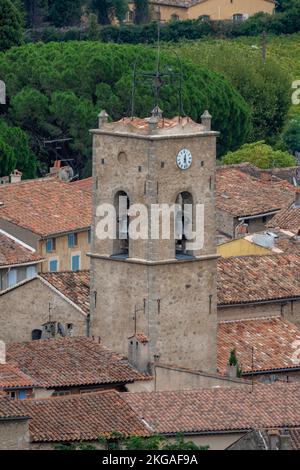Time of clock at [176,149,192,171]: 12:27
